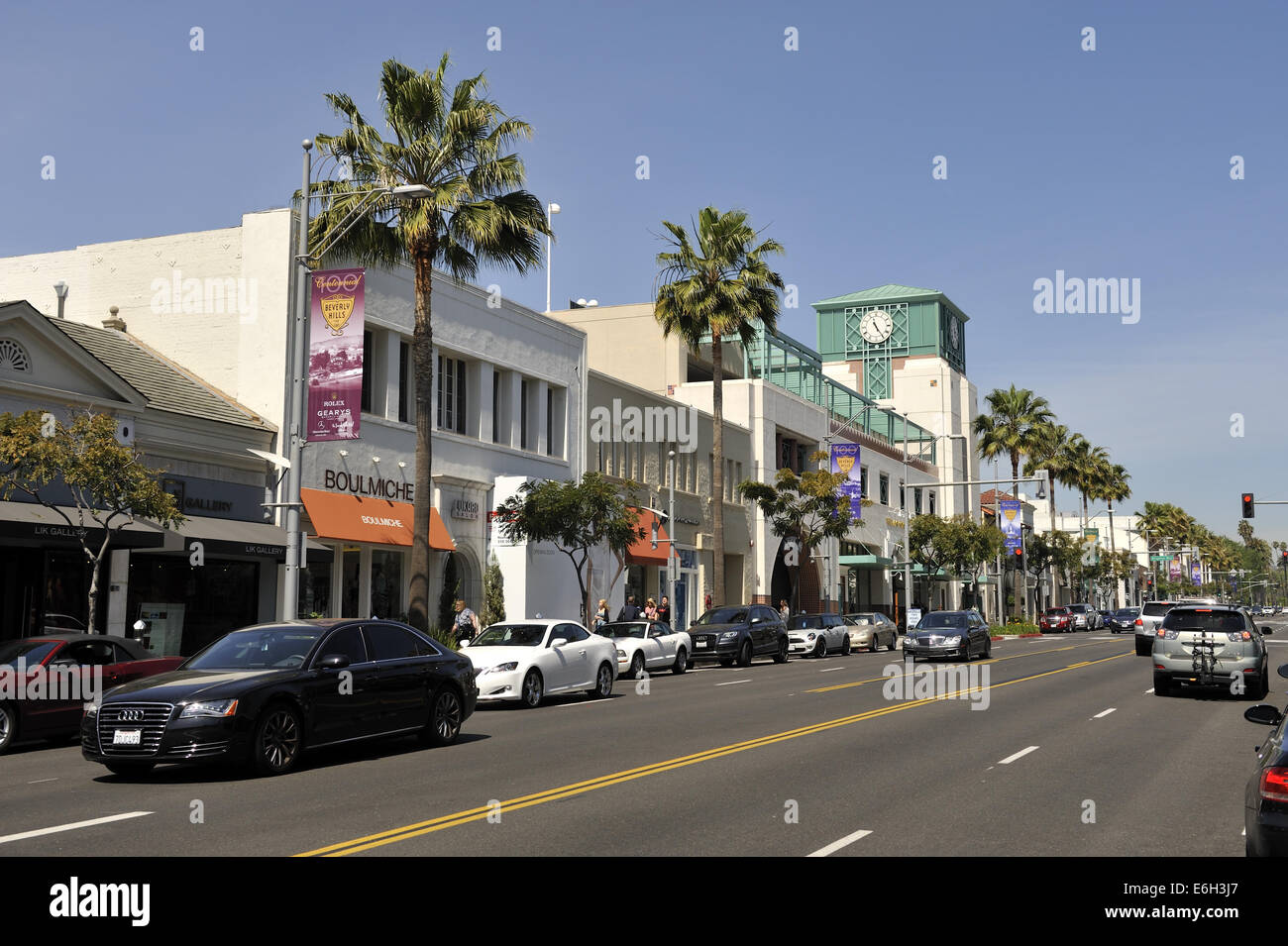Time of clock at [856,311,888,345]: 11:24
